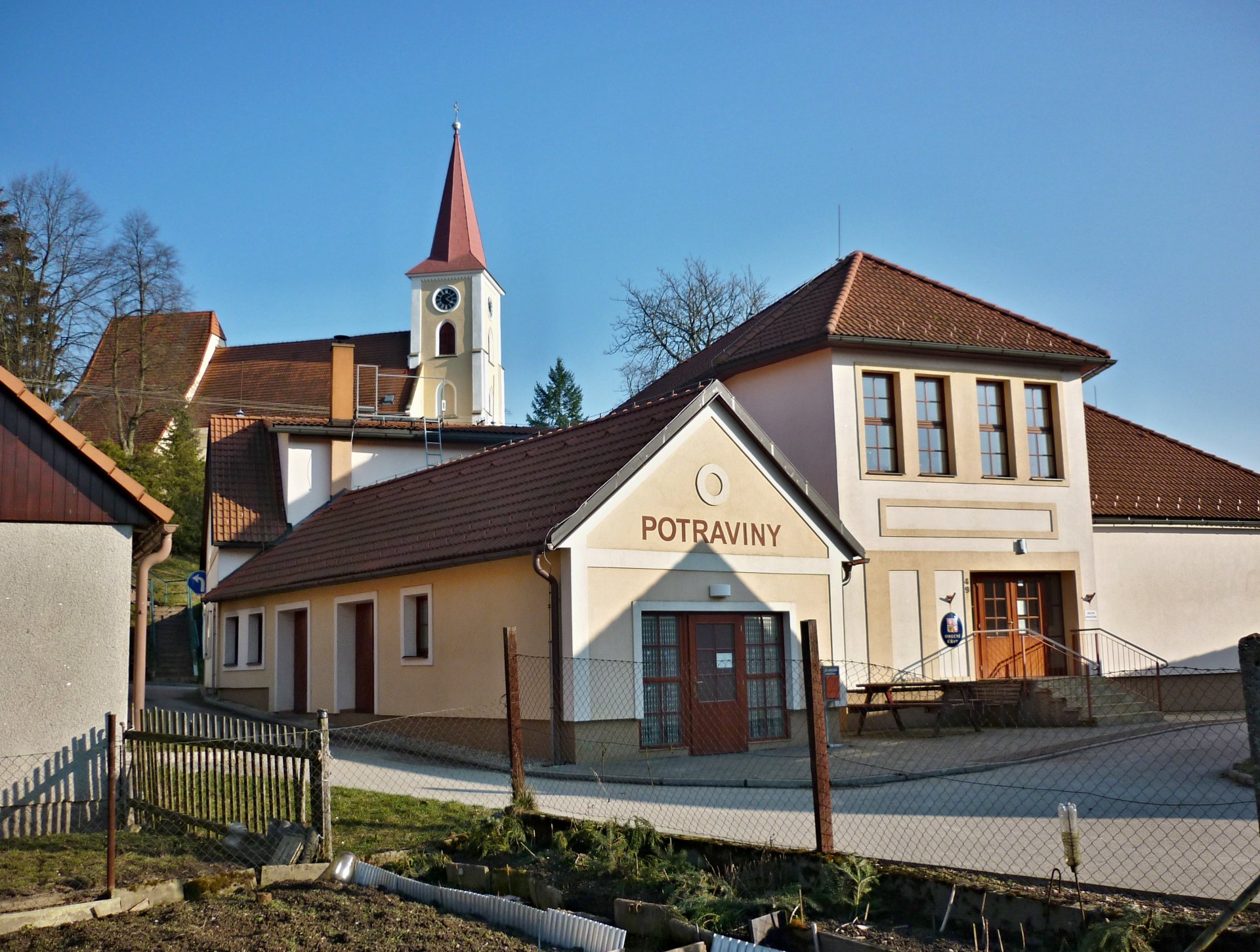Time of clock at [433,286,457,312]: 4:09
